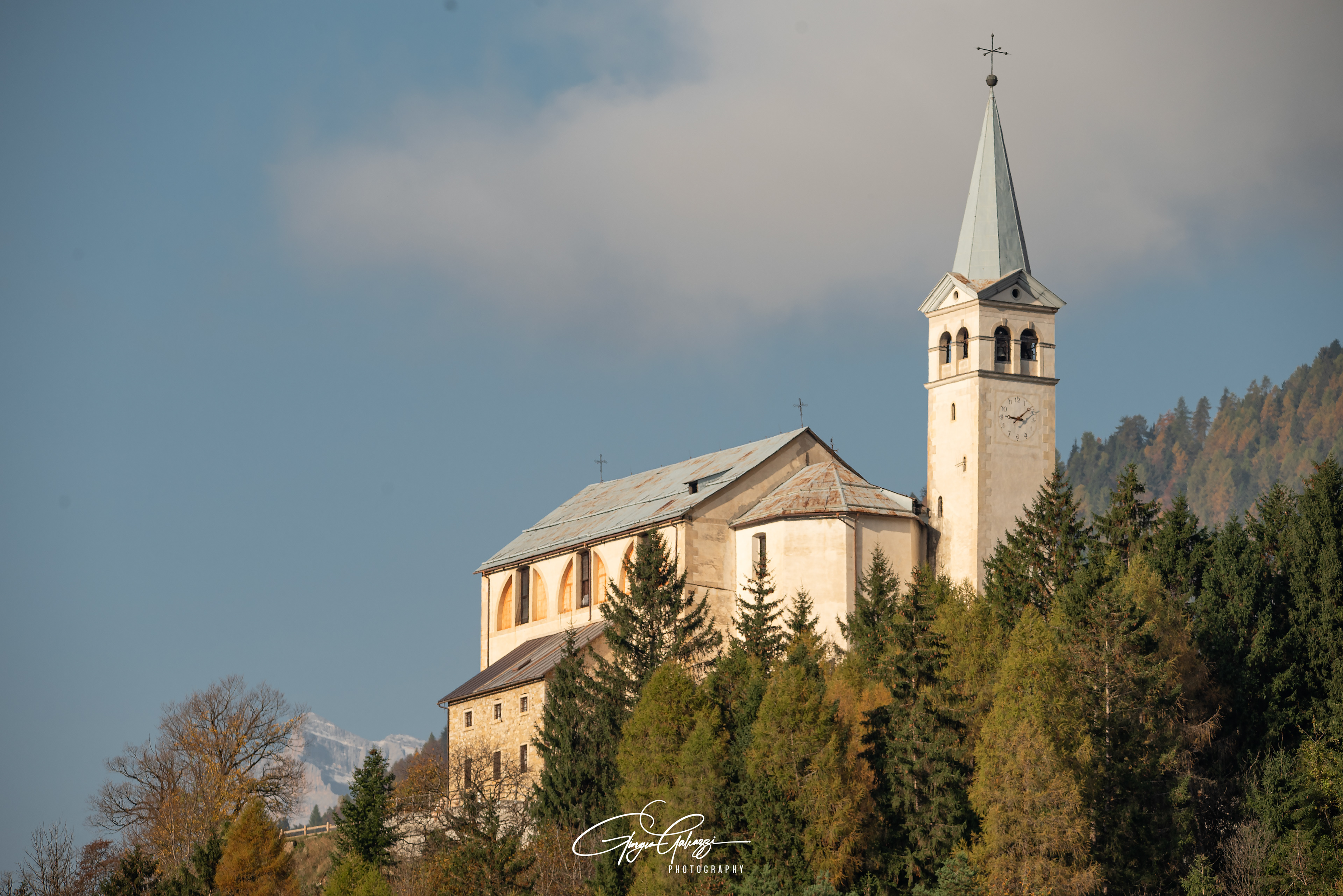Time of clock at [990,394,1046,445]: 9:09
